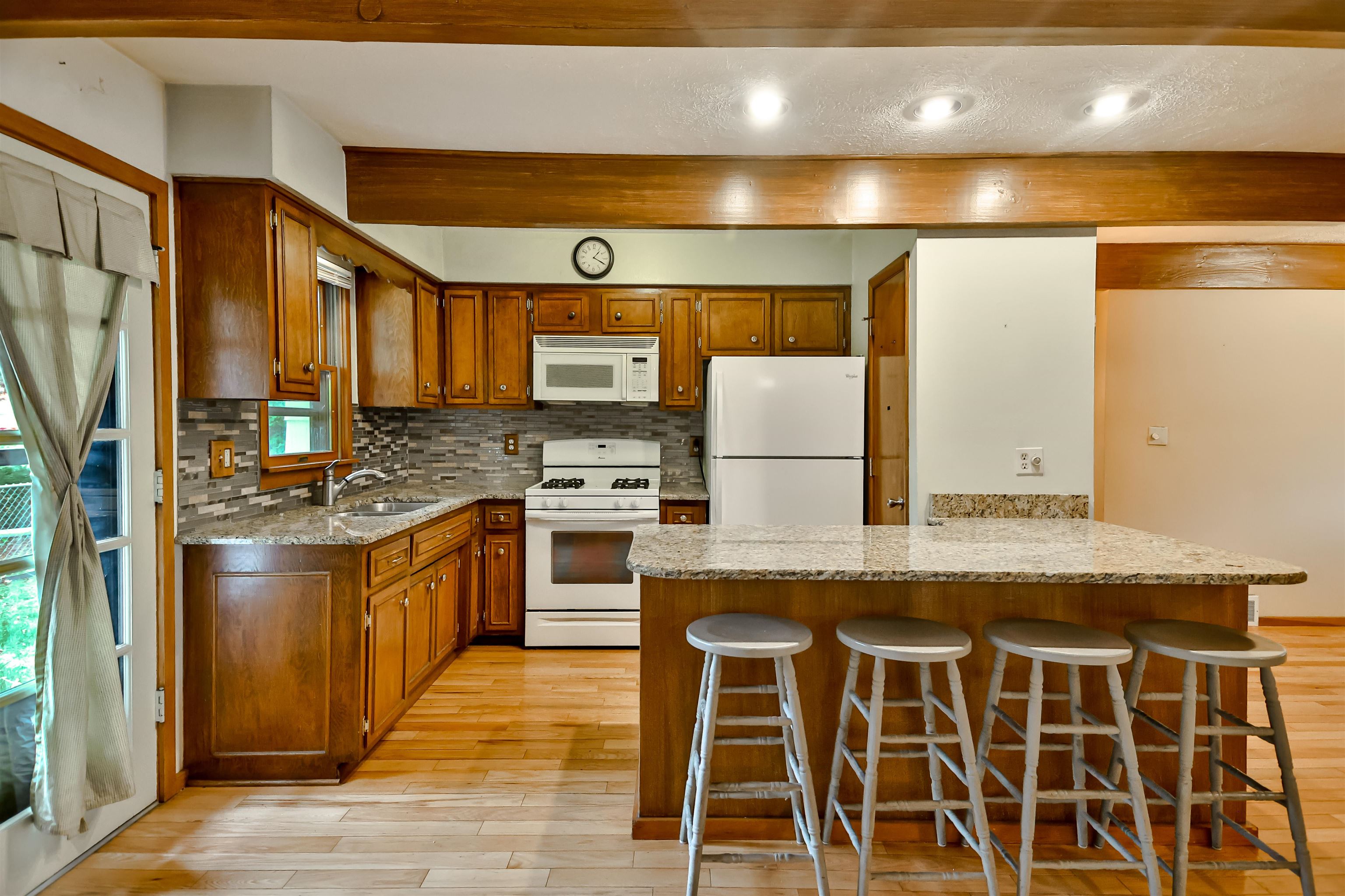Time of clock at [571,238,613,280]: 1:19
